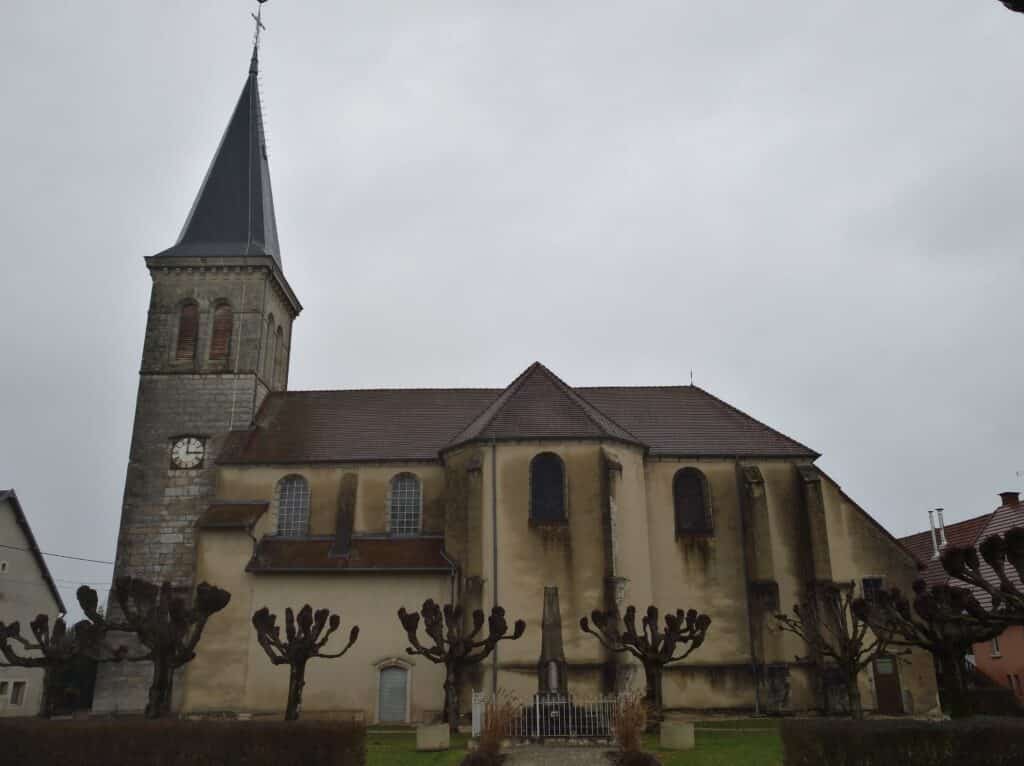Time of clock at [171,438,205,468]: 2:59
